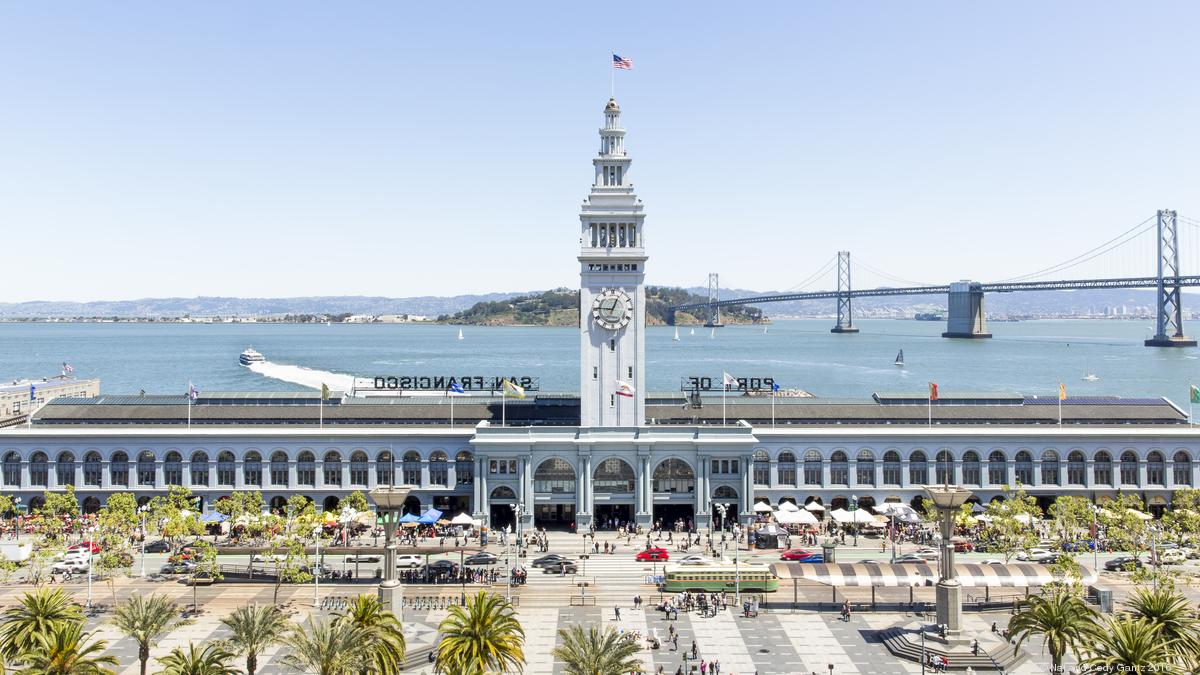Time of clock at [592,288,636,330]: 12:46
